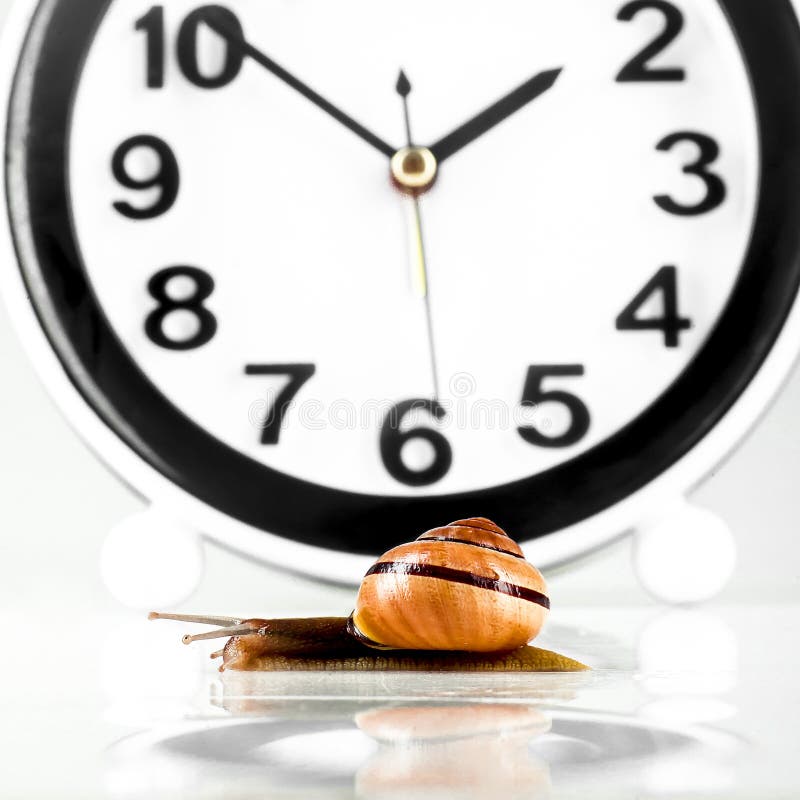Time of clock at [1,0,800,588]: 1:51
